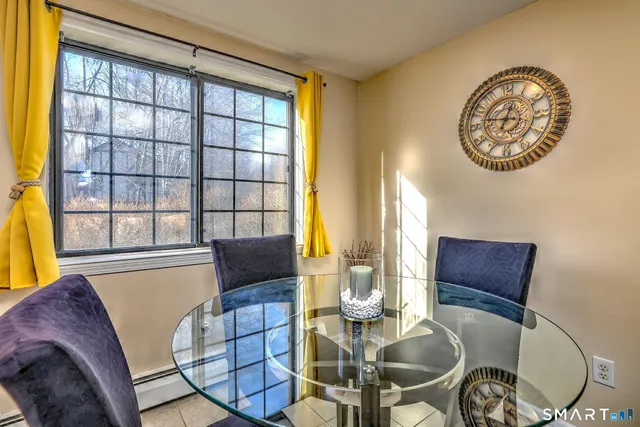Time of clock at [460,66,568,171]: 12:47
